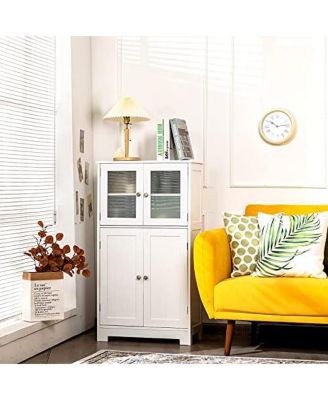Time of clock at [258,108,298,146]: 10:13
